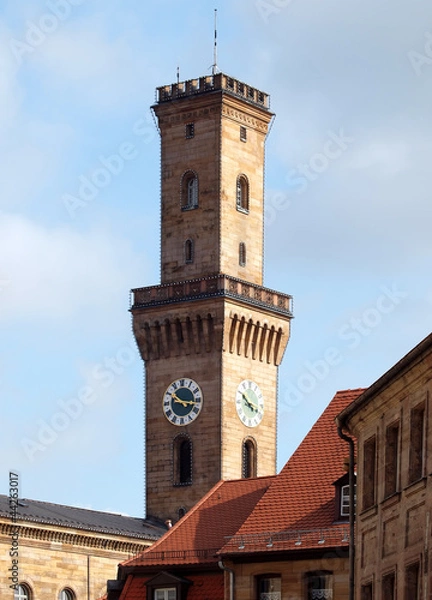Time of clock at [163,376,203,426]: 10:16
